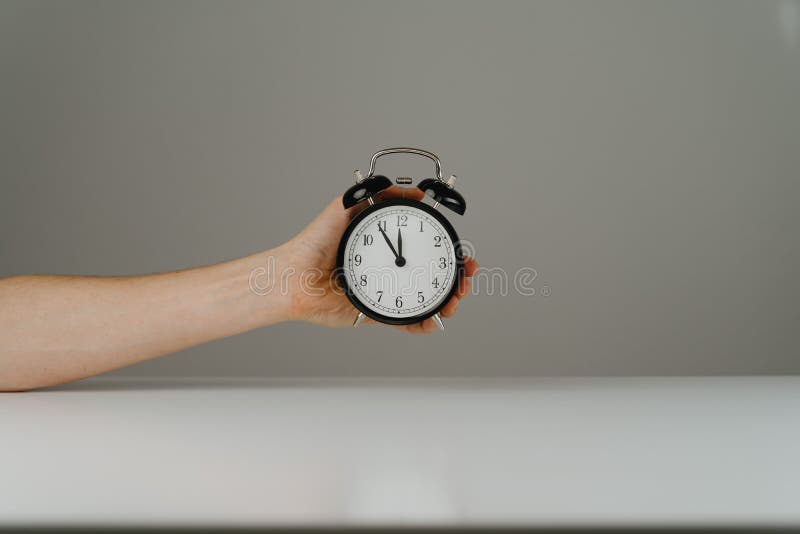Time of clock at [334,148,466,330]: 11:54
